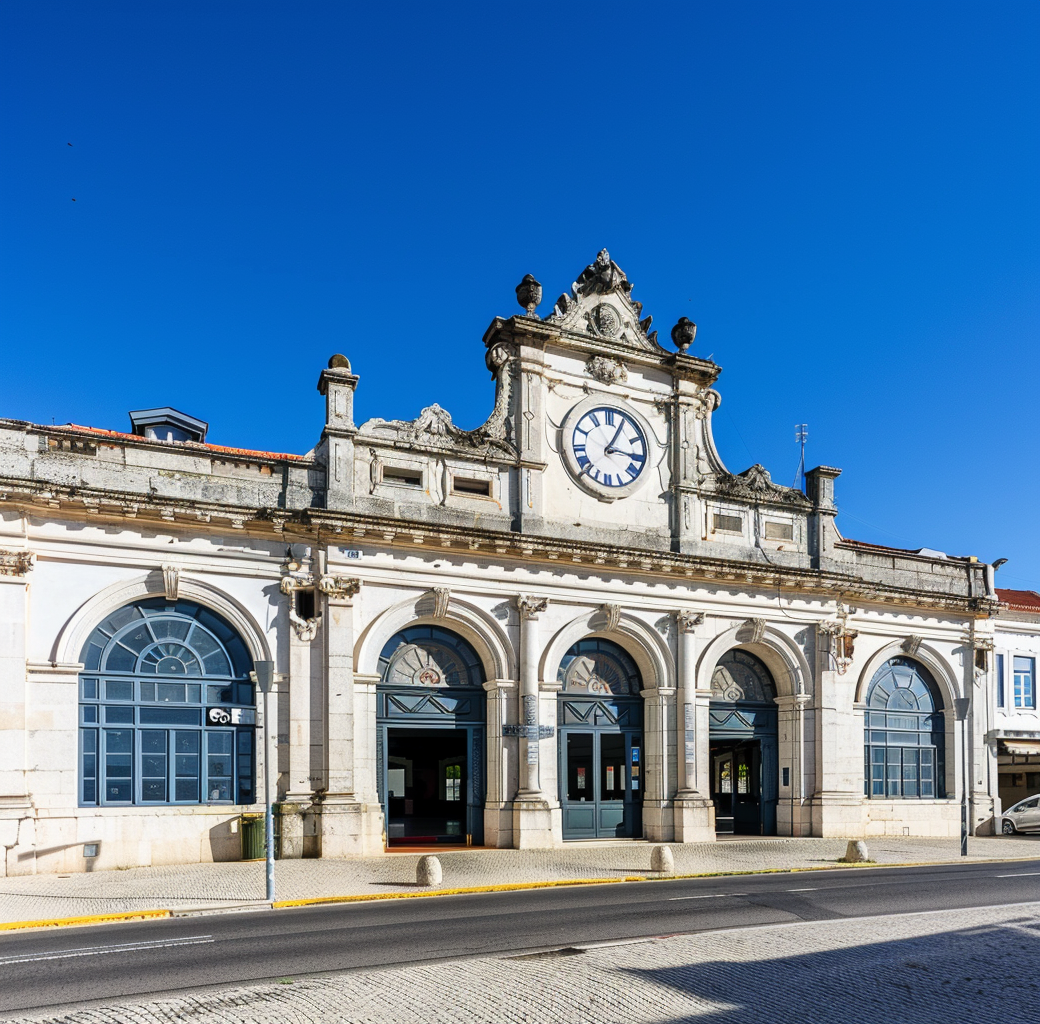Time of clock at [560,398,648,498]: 3:04
